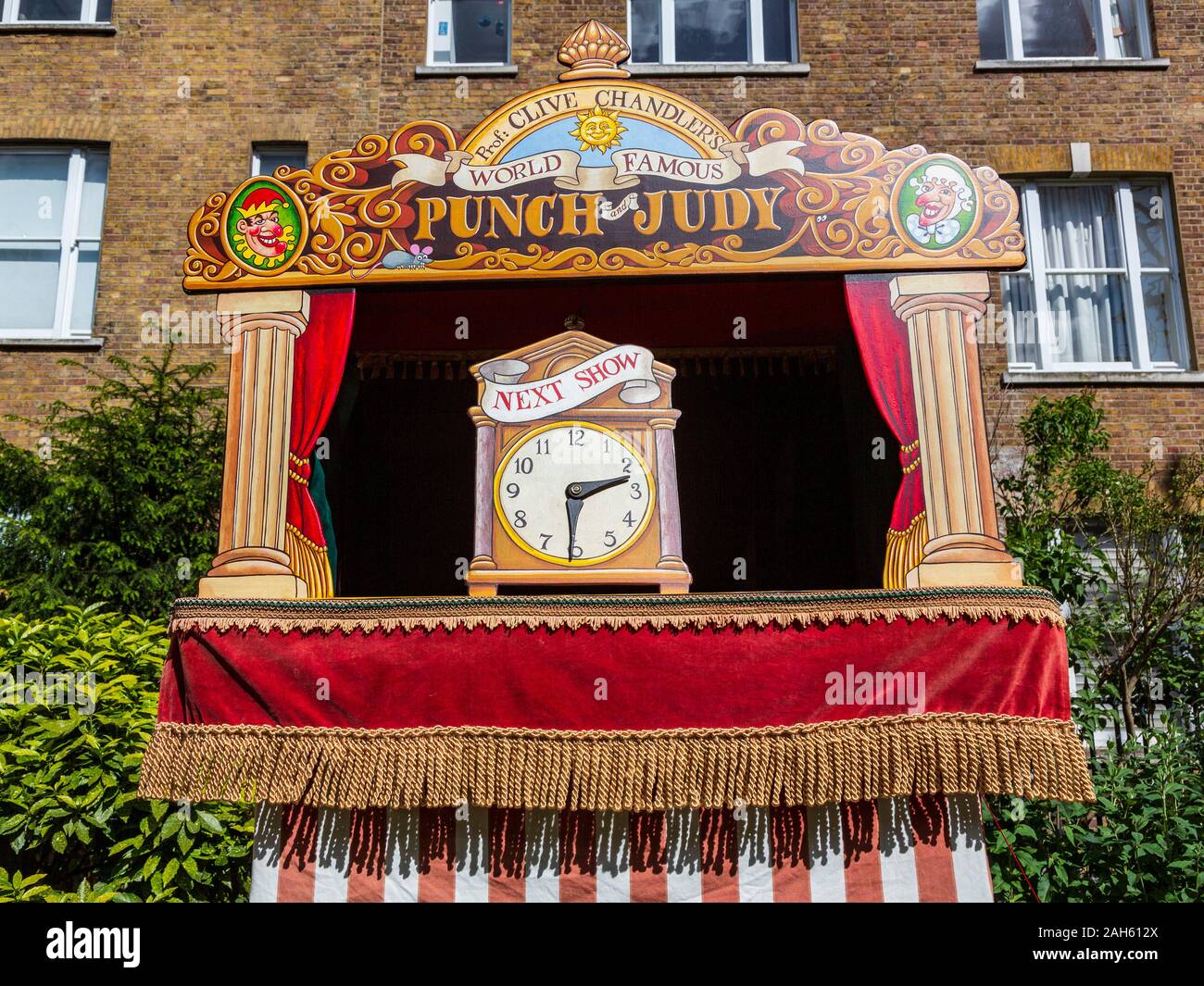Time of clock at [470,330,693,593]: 2:30
